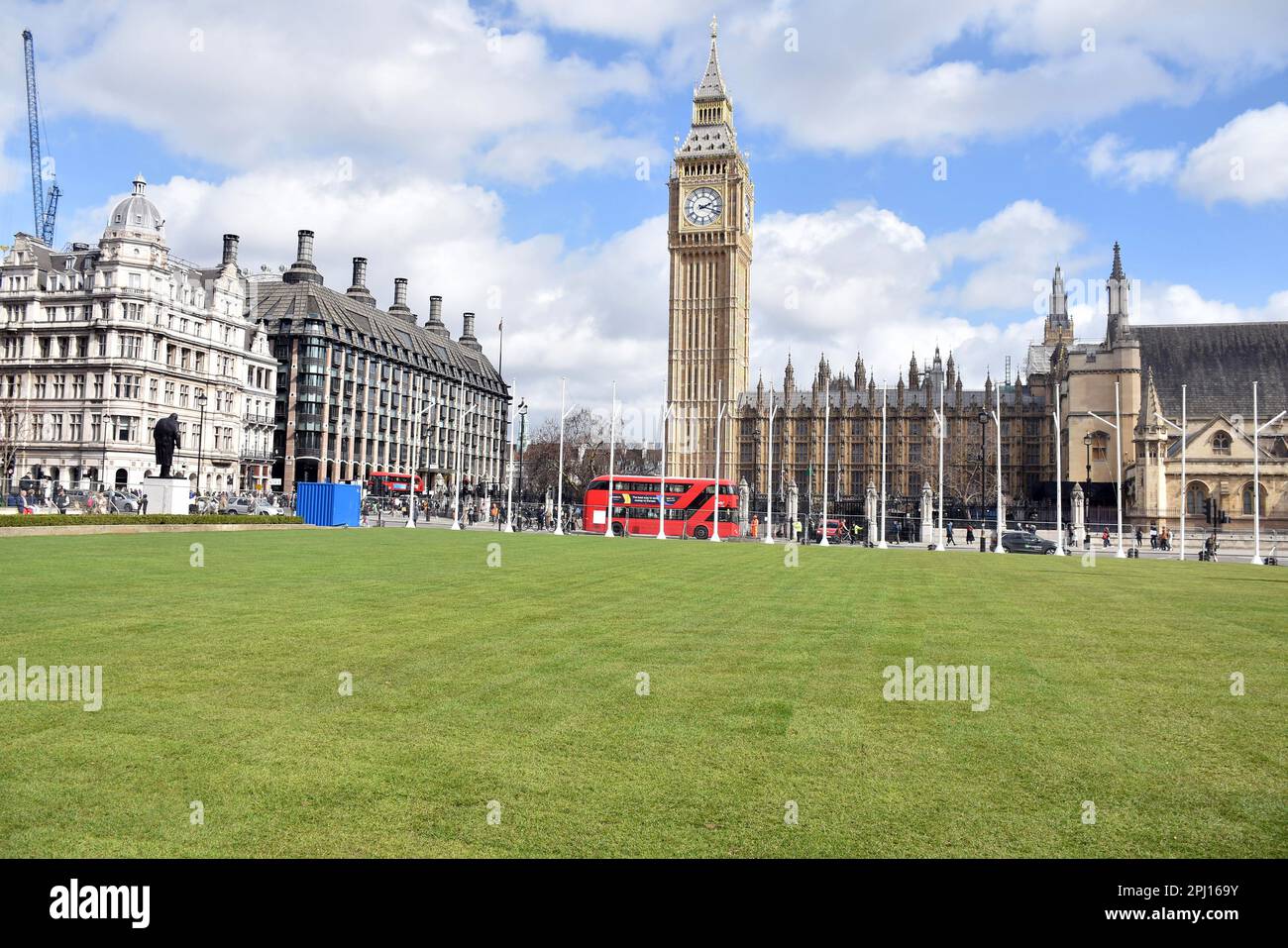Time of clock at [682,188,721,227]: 2:18
